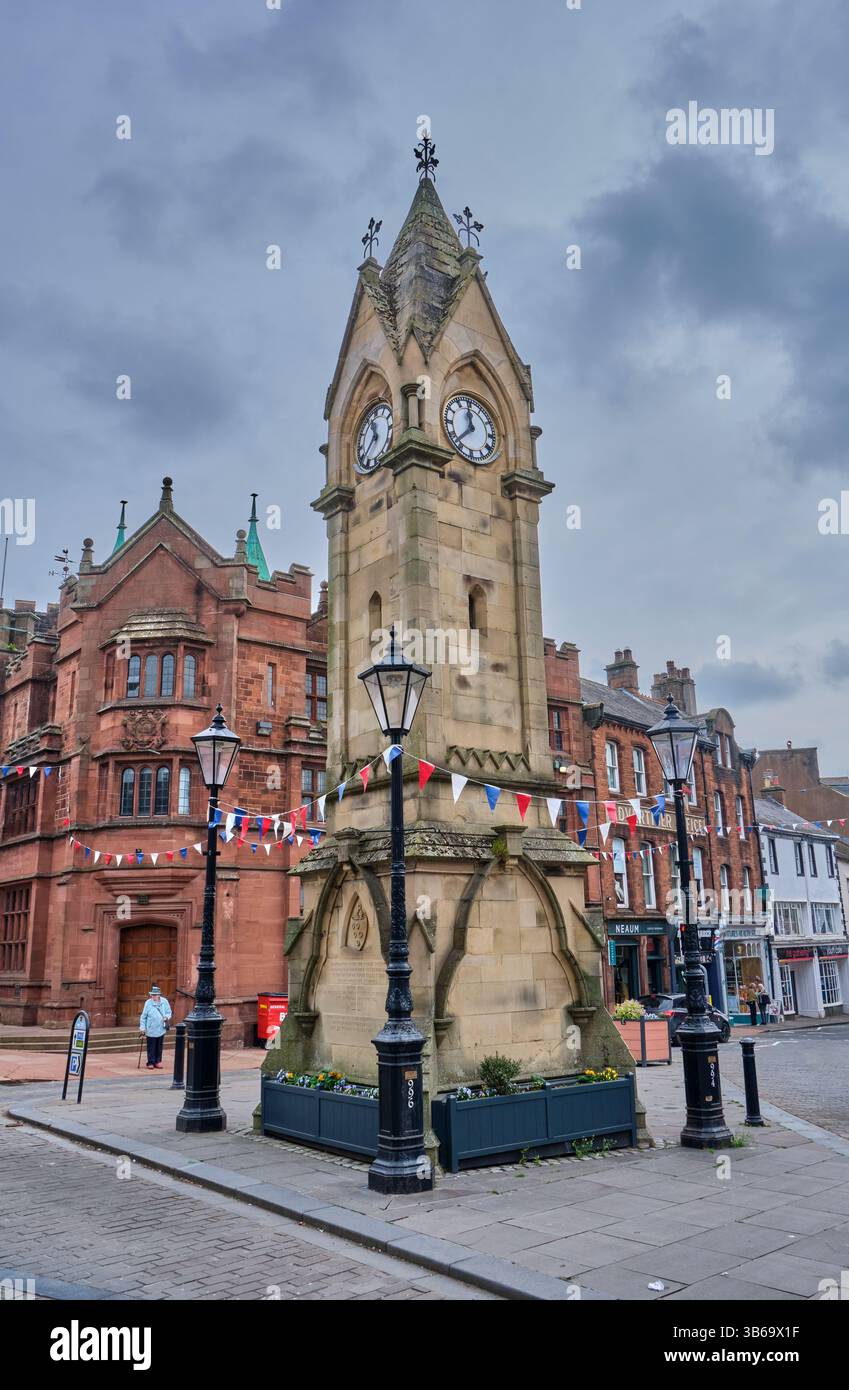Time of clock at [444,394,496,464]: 11:37
